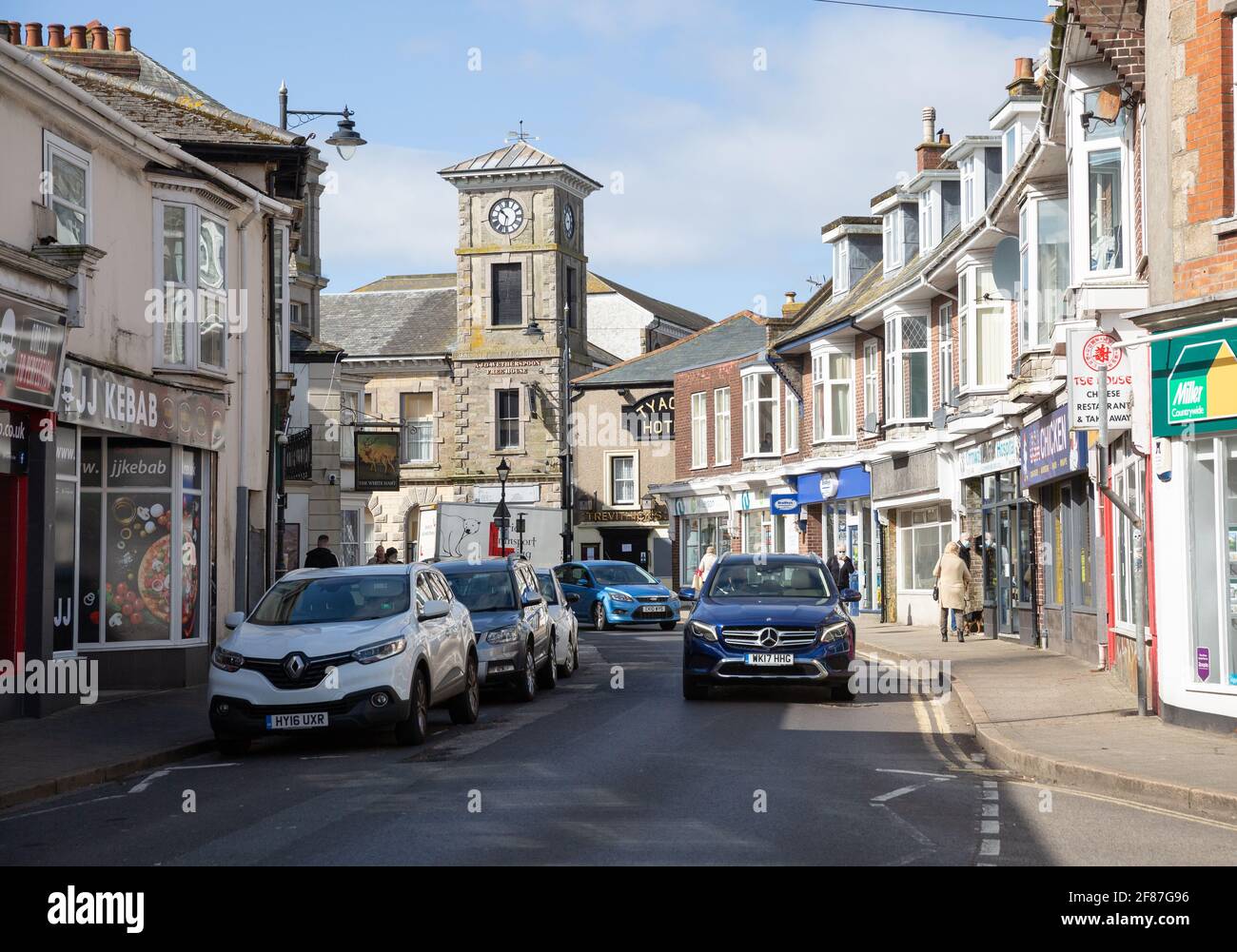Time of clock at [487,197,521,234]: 10:32
